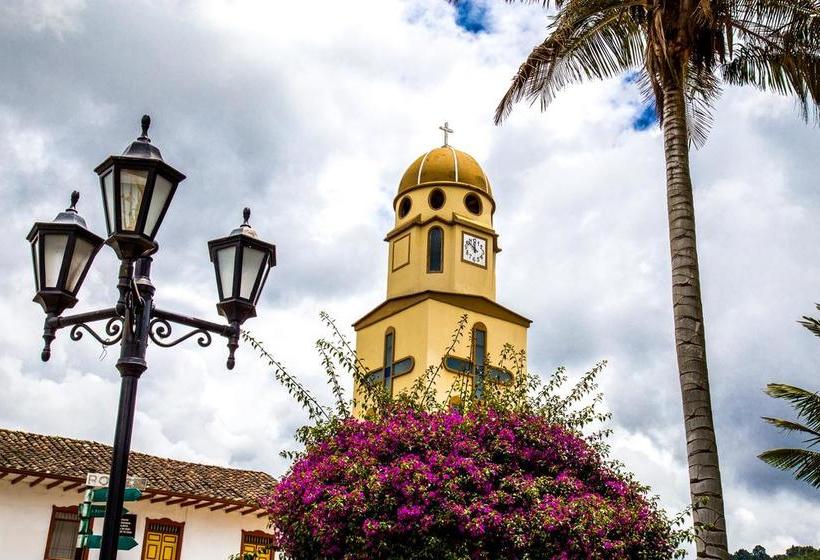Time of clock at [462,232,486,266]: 11:51
